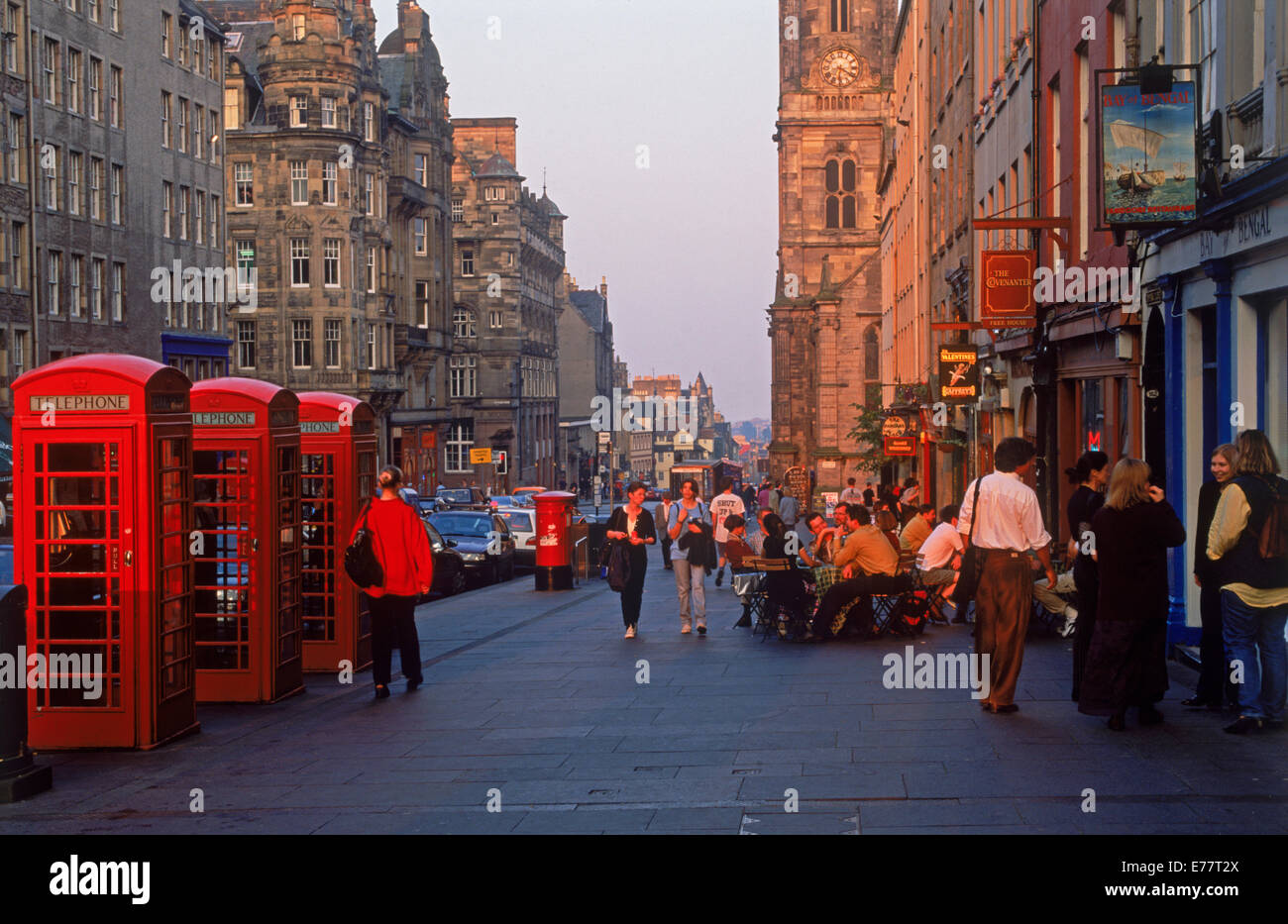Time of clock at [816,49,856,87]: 6:20
